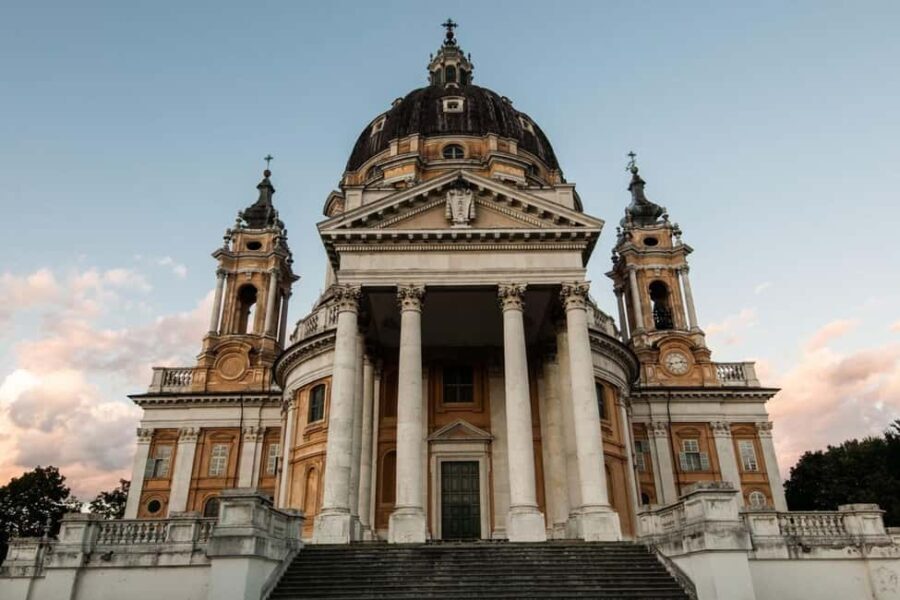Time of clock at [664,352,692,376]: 2:42
